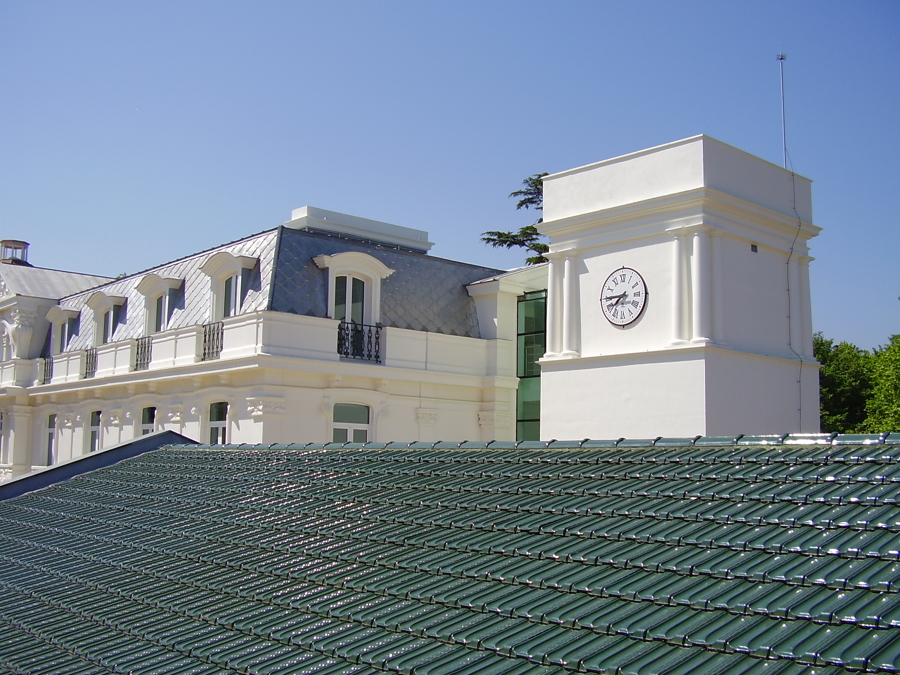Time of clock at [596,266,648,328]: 7:44
